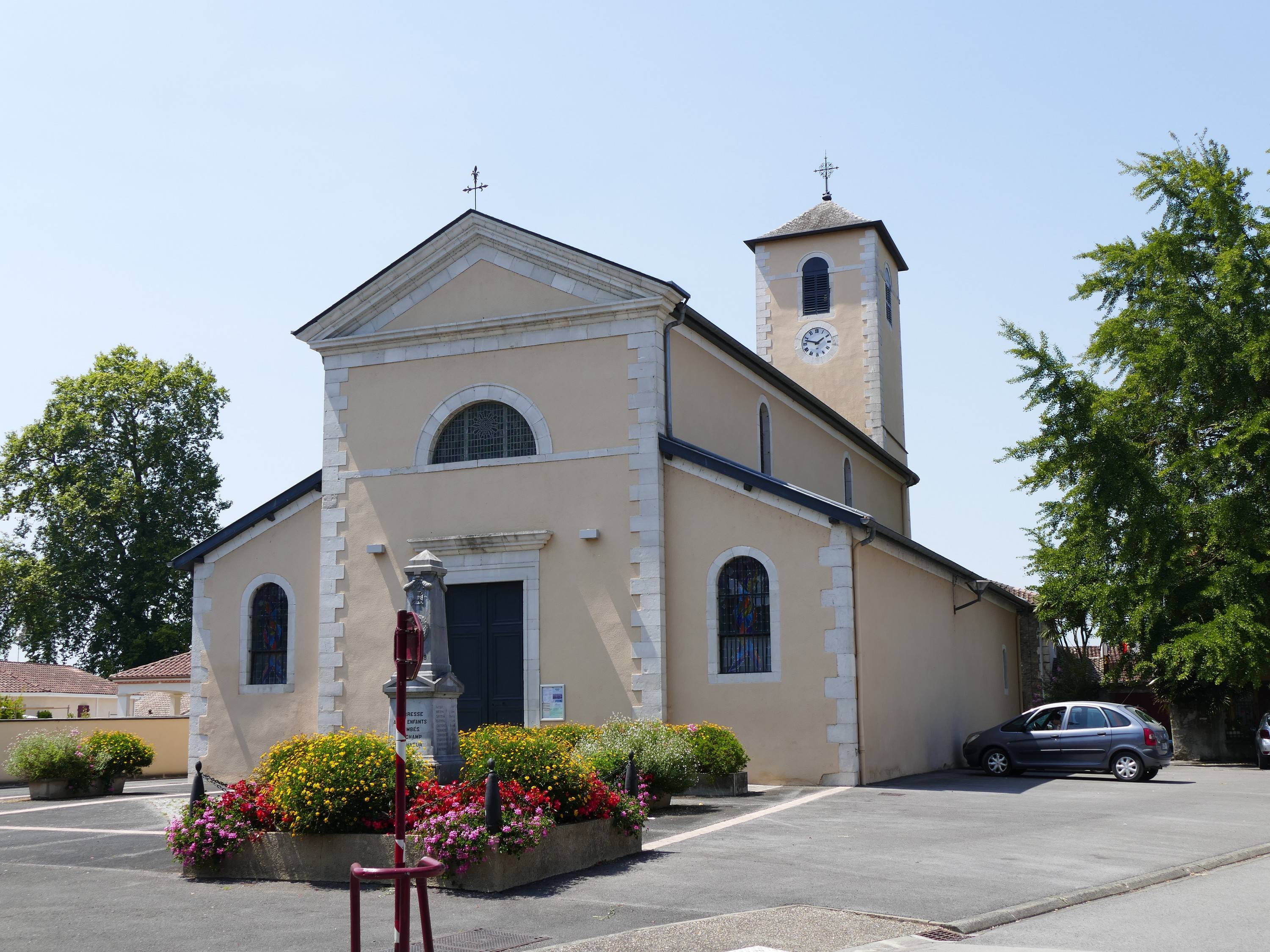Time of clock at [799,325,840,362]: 1:47
